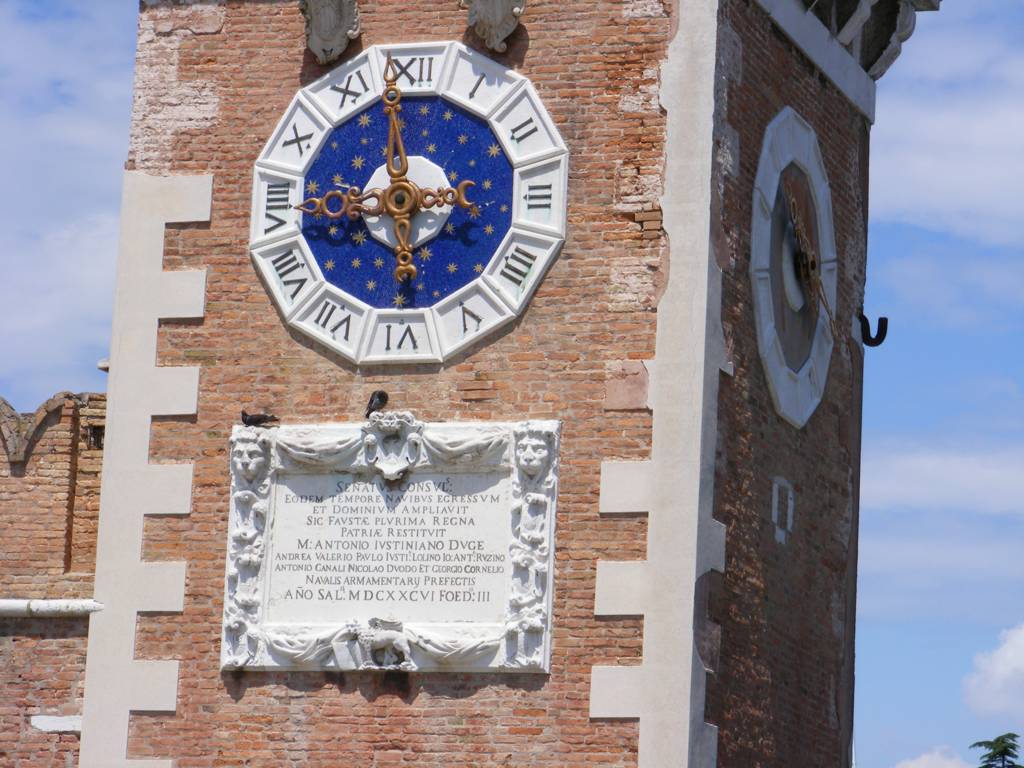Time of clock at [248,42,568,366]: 5:58
